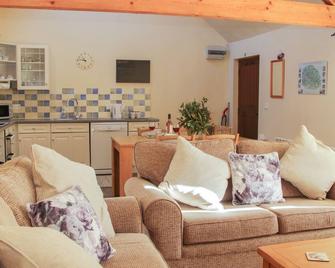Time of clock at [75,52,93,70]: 10:45
